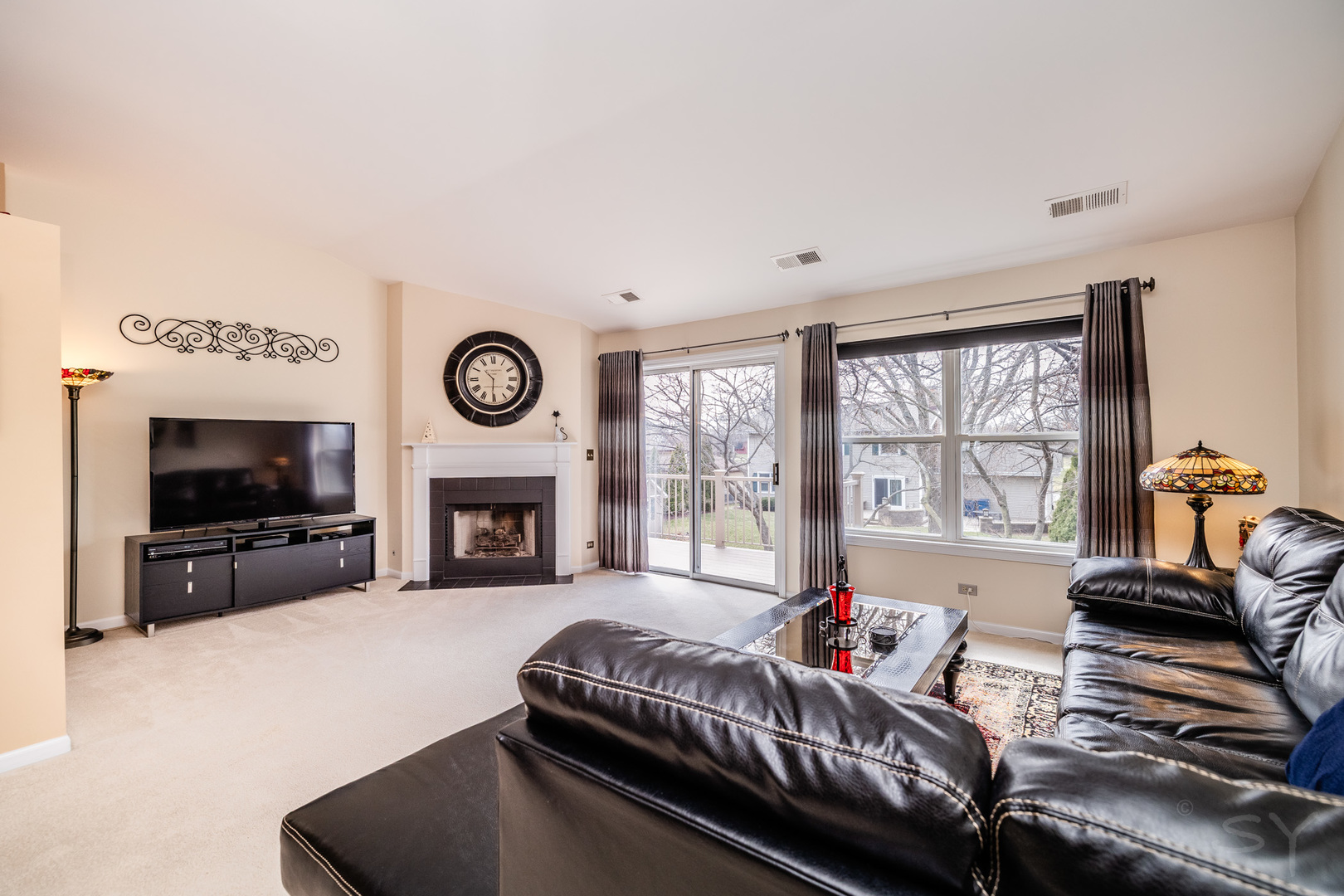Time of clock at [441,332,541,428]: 10:30
